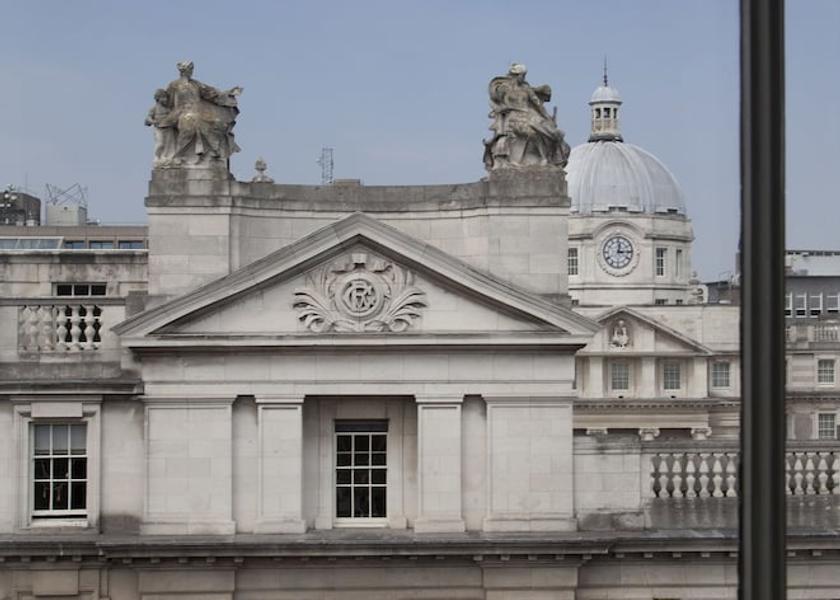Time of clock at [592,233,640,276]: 12:14
